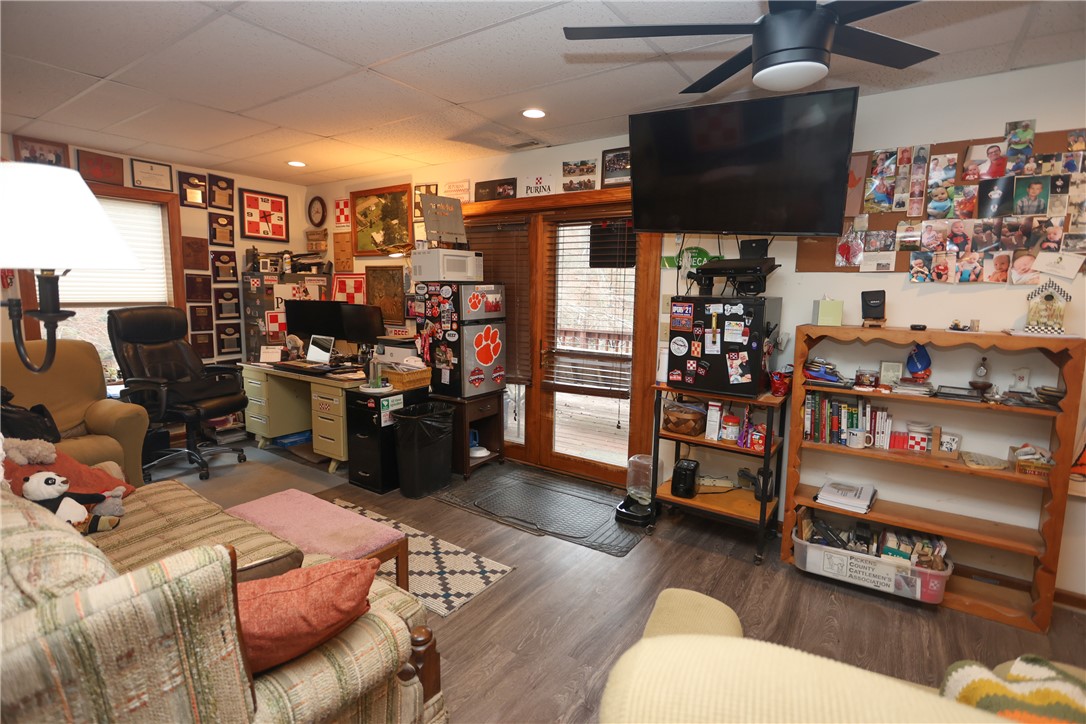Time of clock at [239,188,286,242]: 2:26
